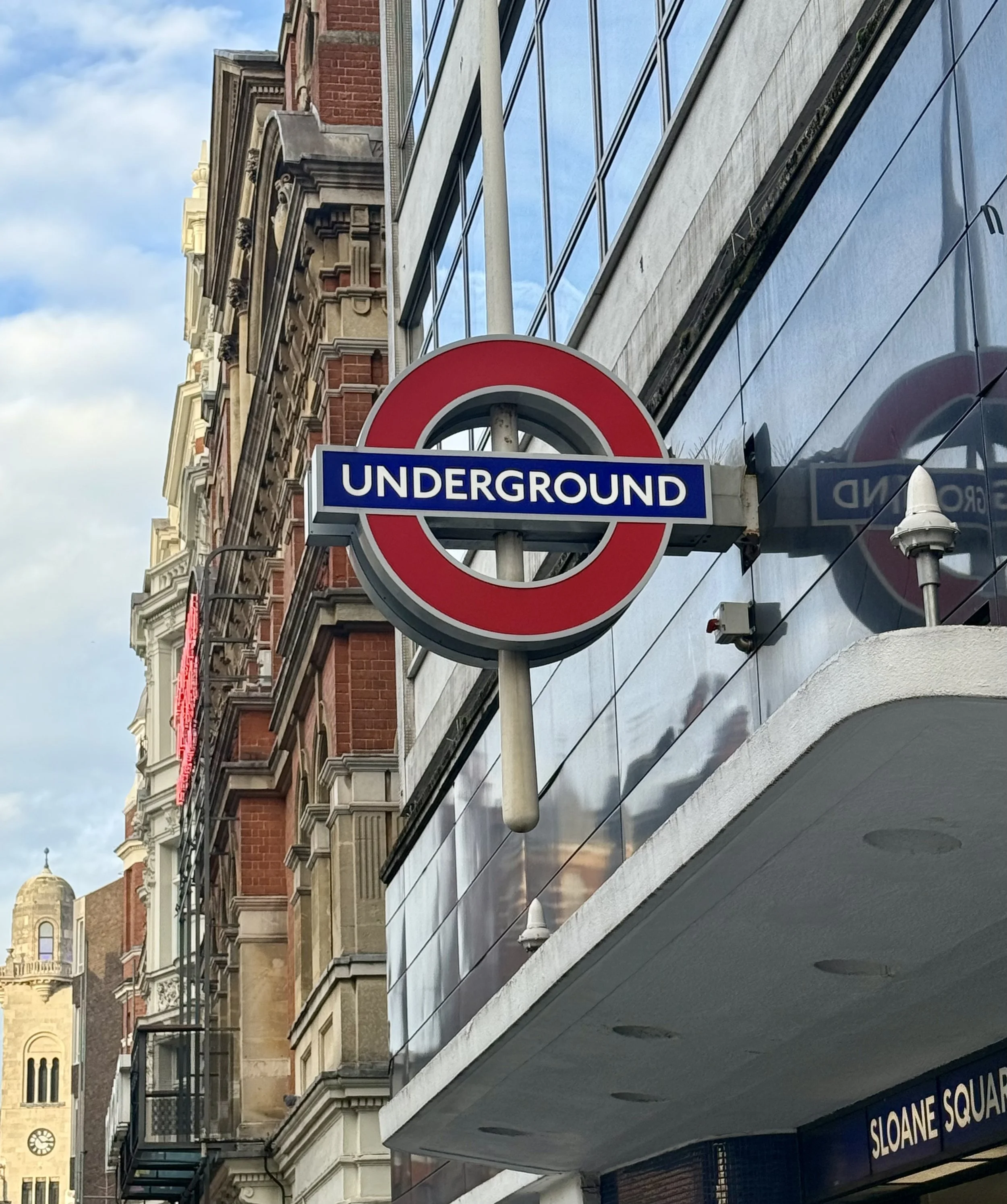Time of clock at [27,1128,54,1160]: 2:53
